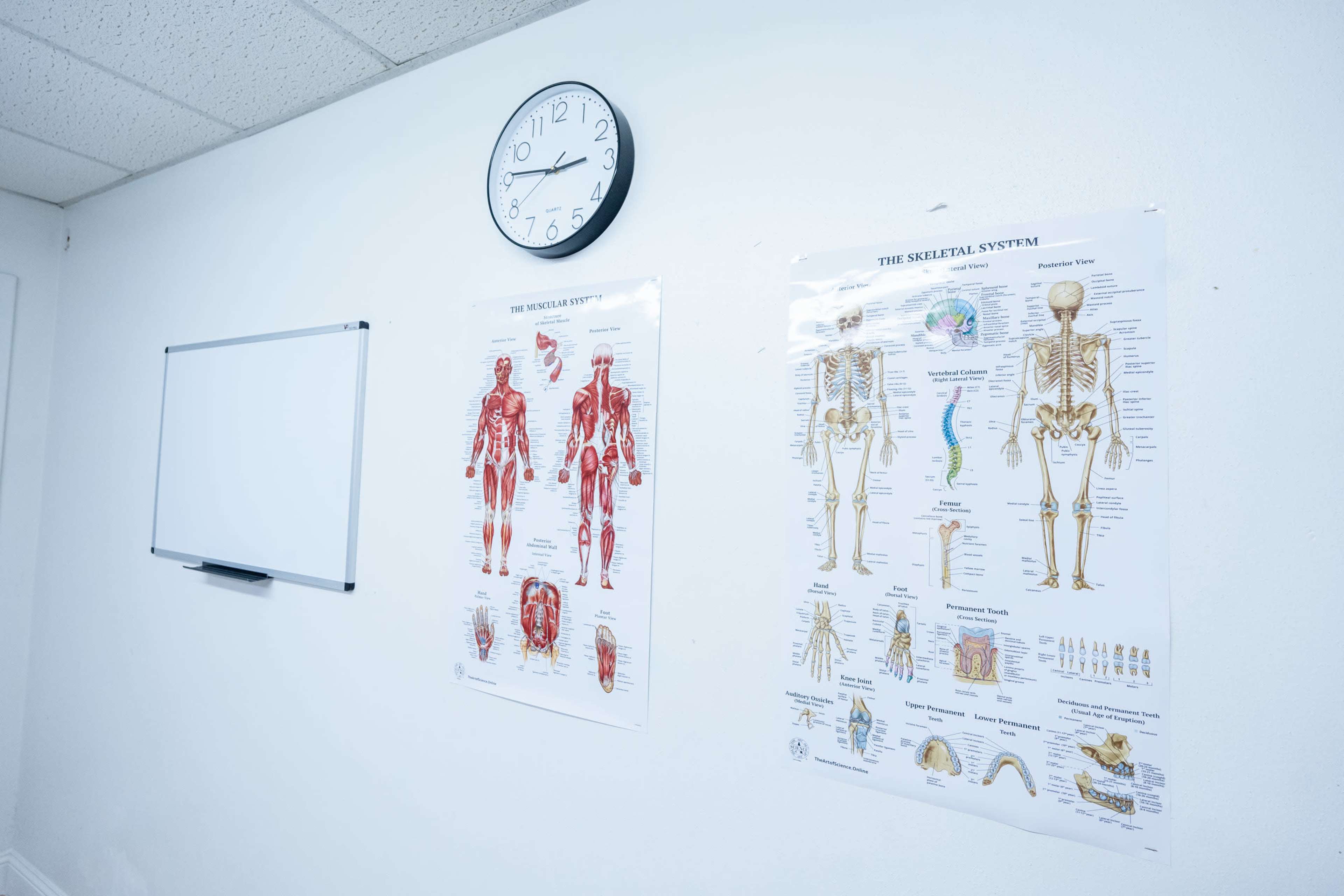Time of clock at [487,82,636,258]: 2:45
